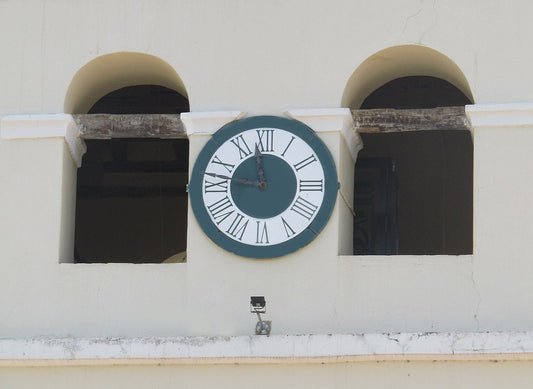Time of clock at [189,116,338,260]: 11:46
